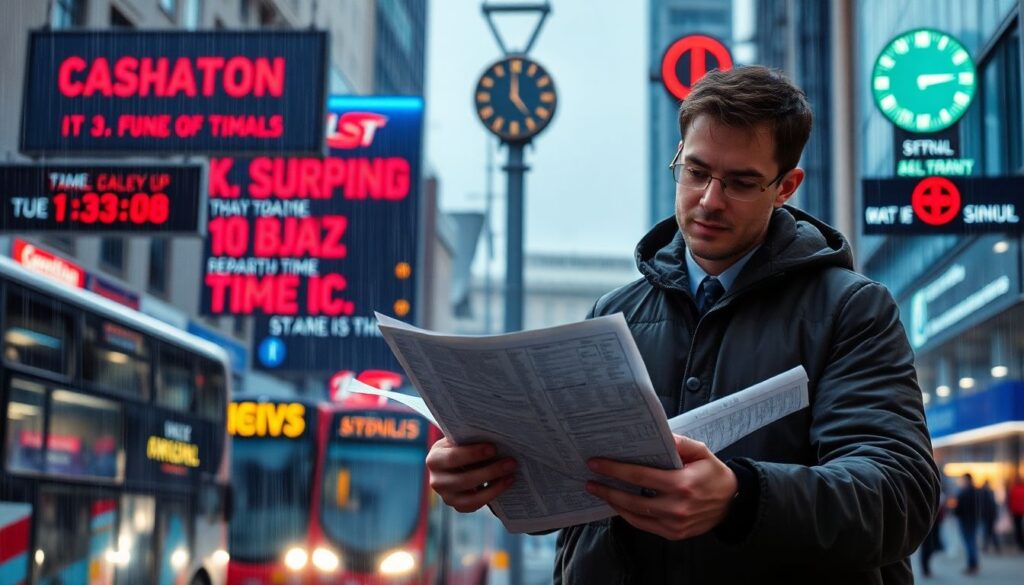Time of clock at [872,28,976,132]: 3:14
